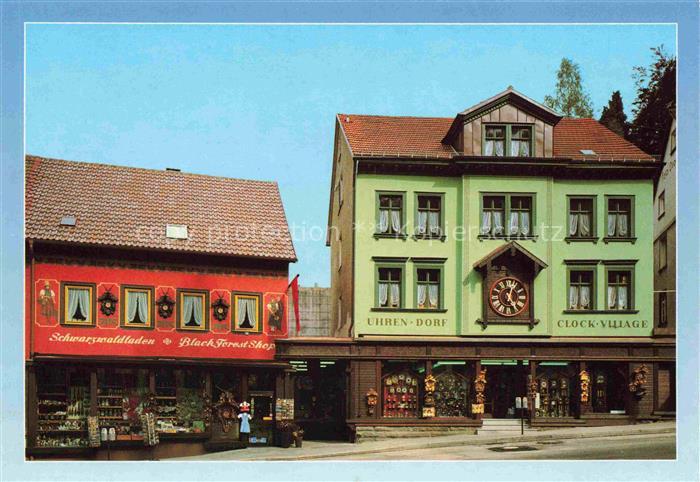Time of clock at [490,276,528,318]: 5:03
